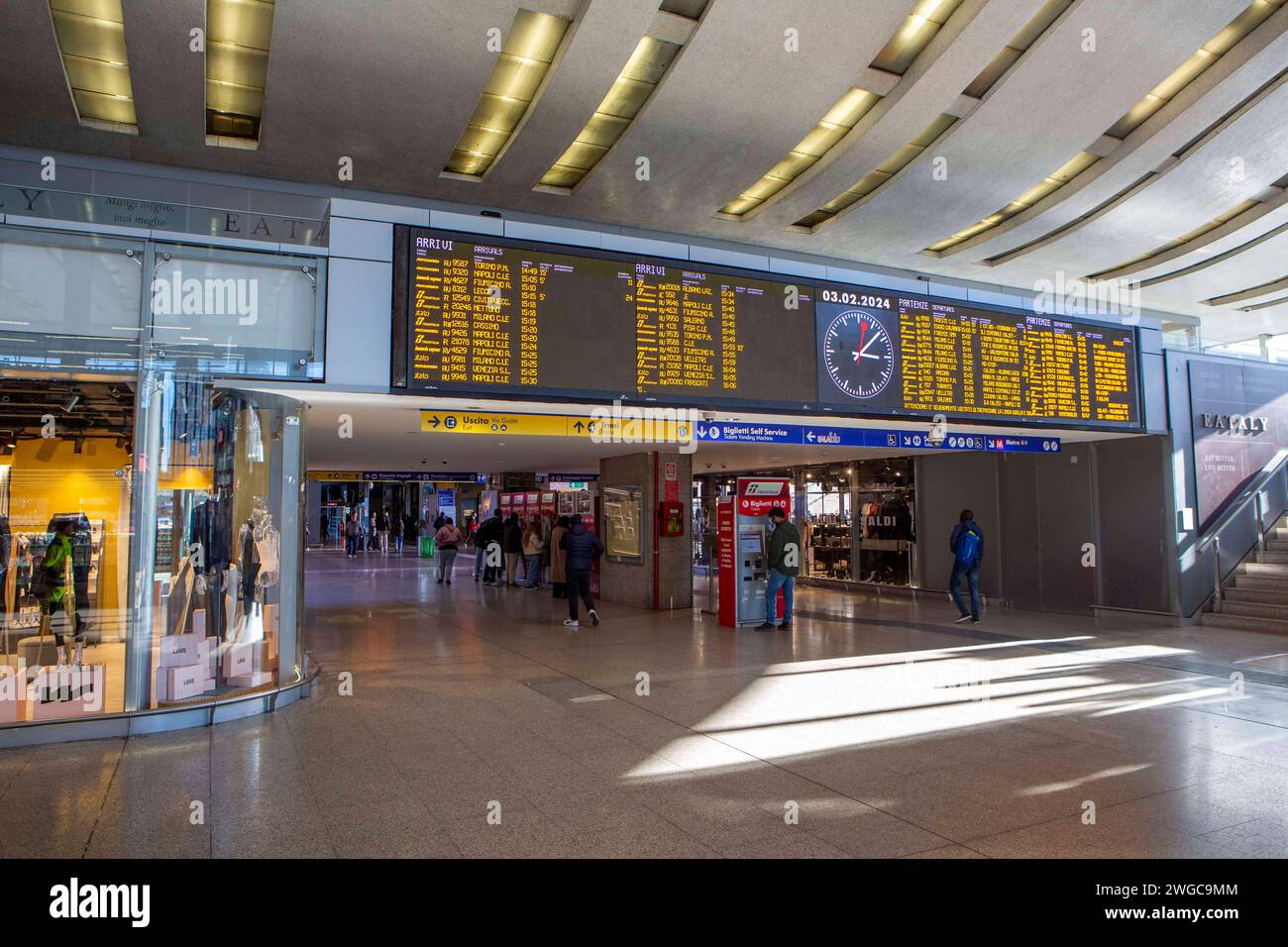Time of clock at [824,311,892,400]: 3:07
